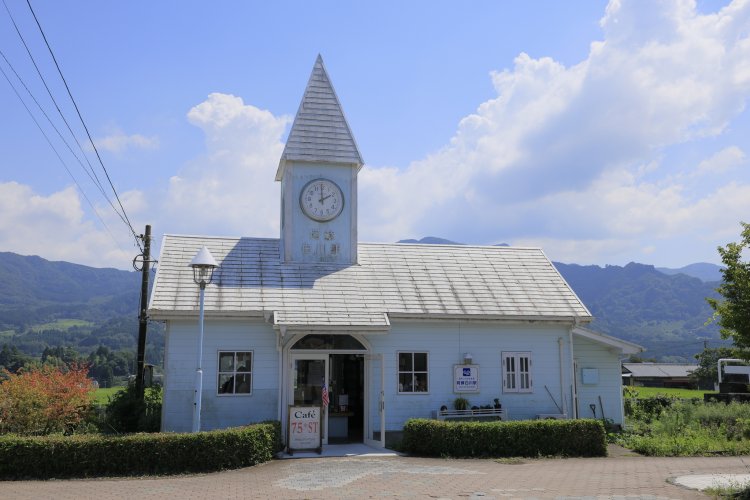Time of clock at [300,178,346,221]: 1:59
